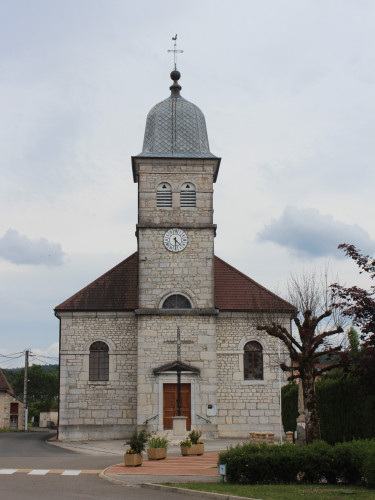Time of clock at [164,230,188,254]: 4:29
